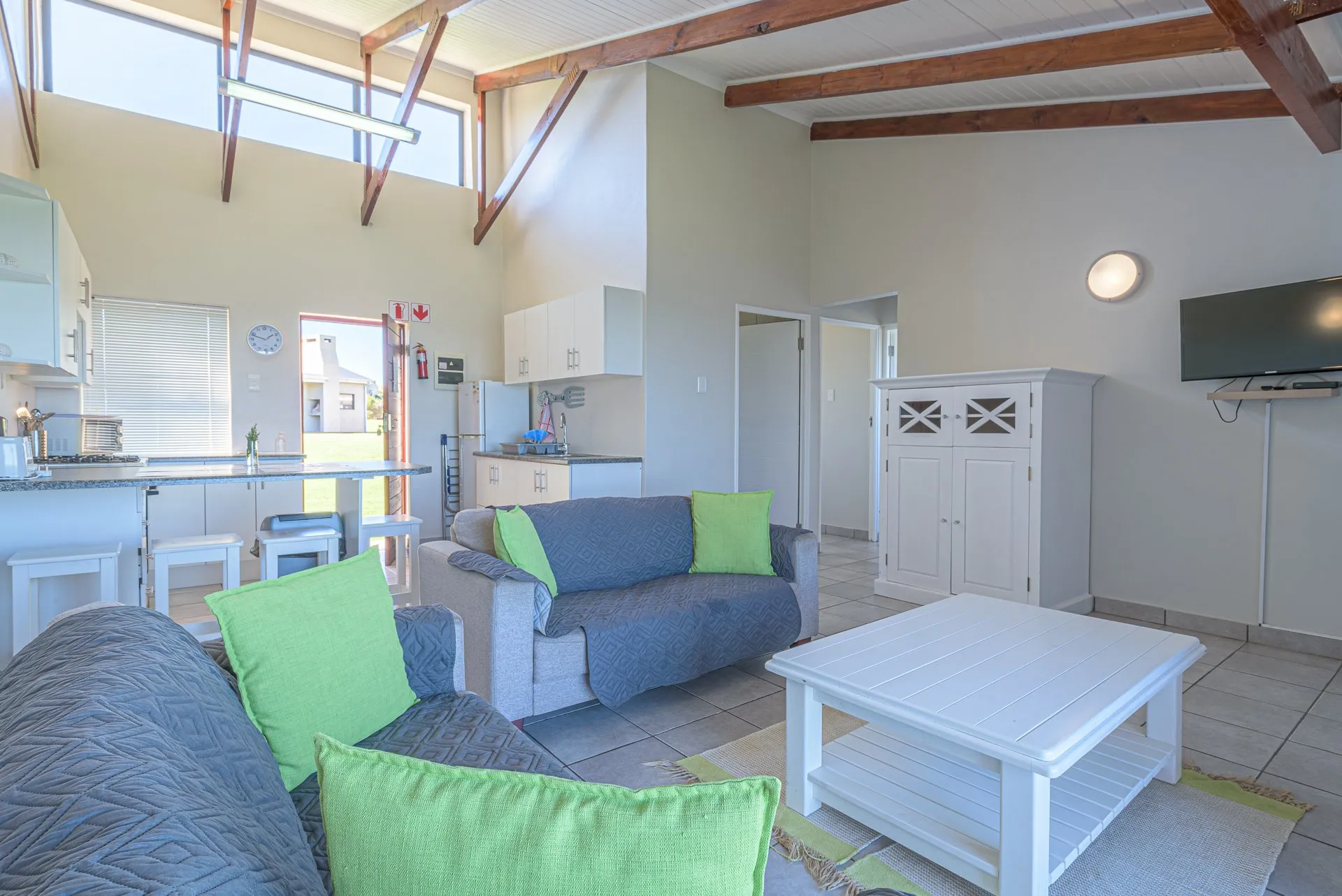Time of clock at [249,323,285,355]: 1:48
